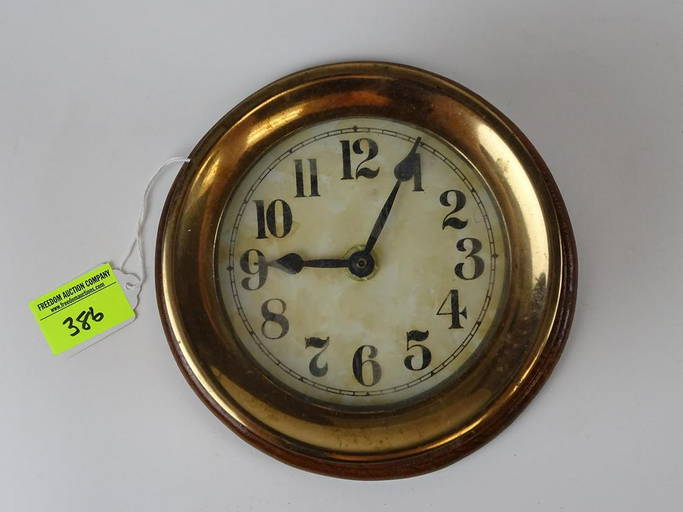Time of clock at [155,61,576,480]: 9:04
